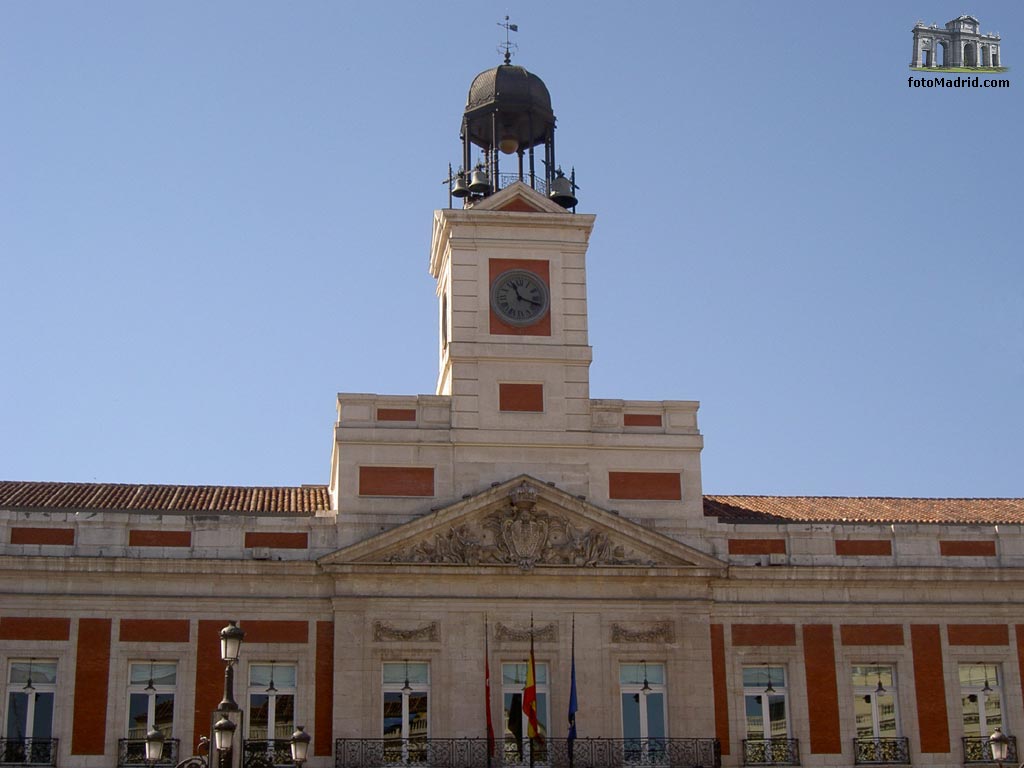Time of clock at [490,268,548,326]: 11:18
